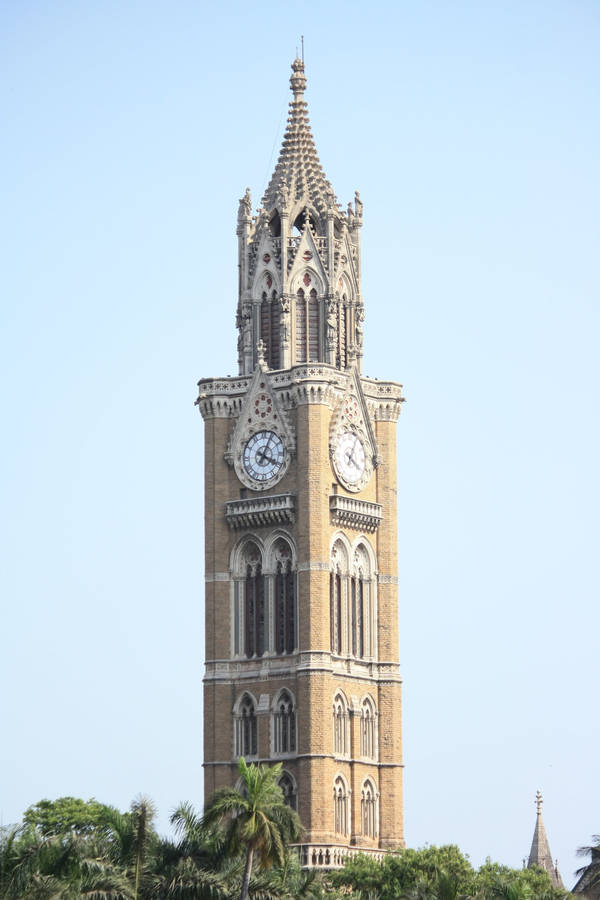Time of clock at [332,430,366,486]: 4:04
